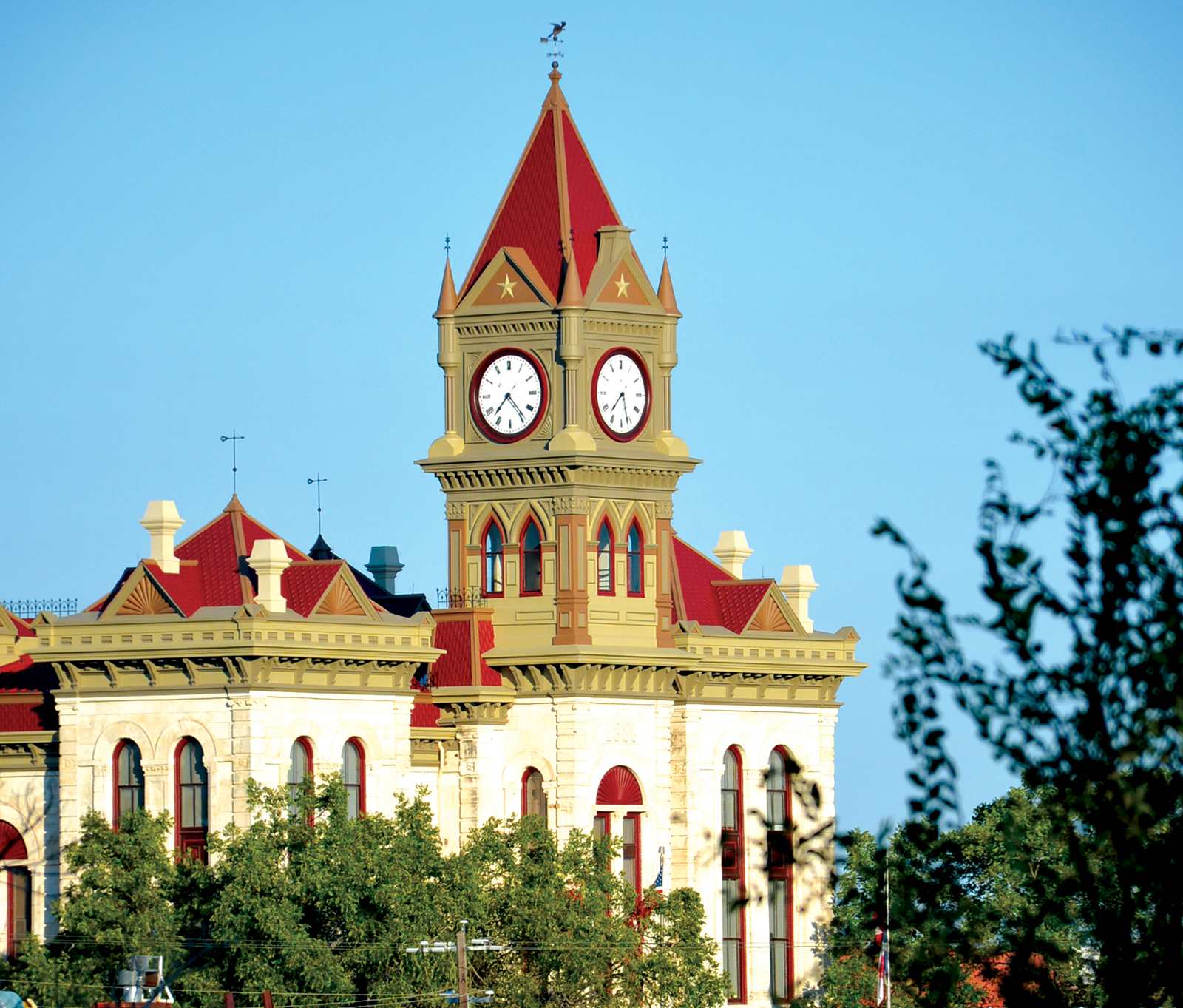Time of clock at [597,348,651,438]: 7:27
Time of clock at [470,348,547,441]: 7:23
